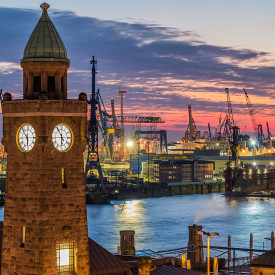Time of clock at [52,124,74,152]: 5:54
